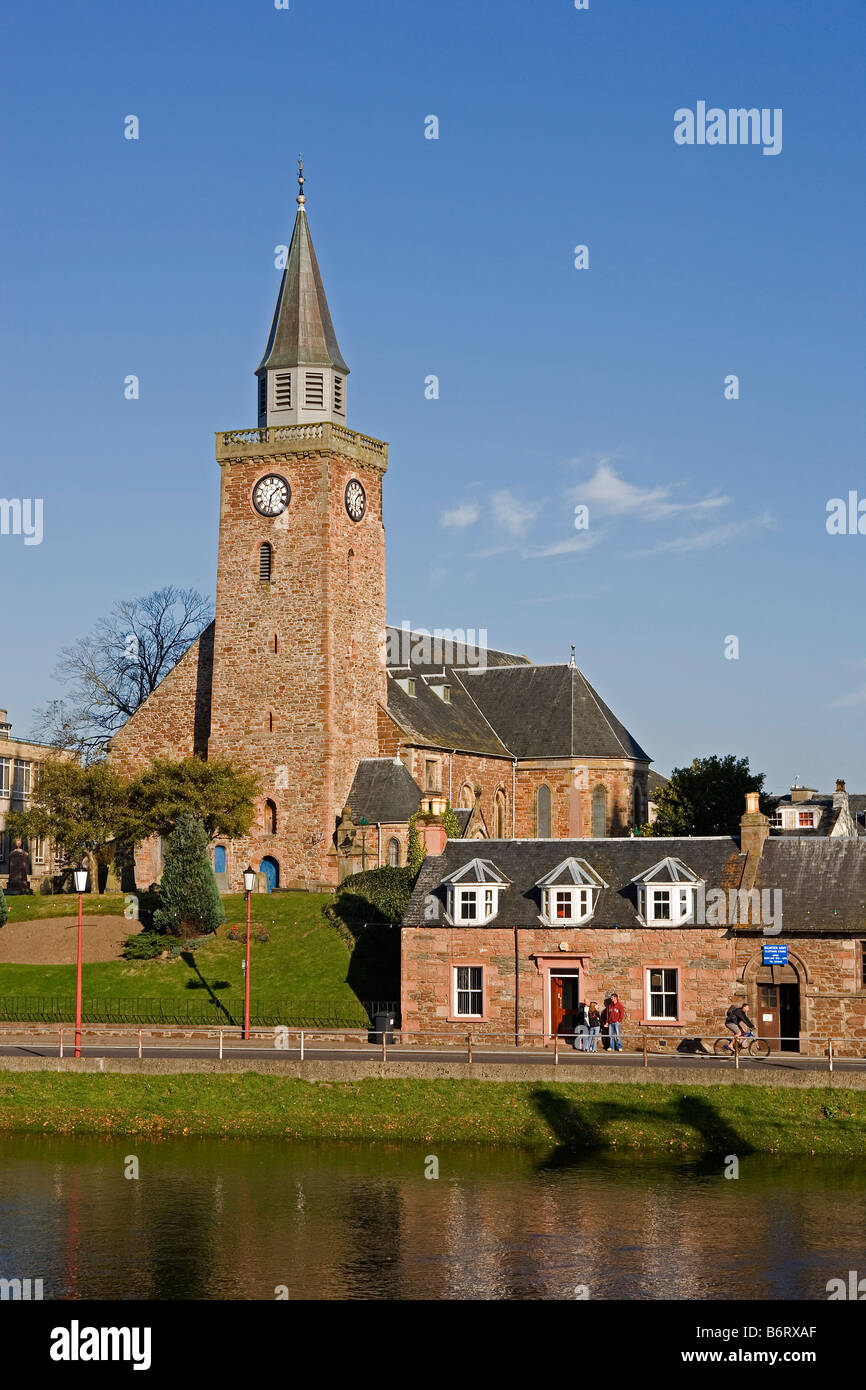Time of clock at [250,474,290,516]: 1:32
